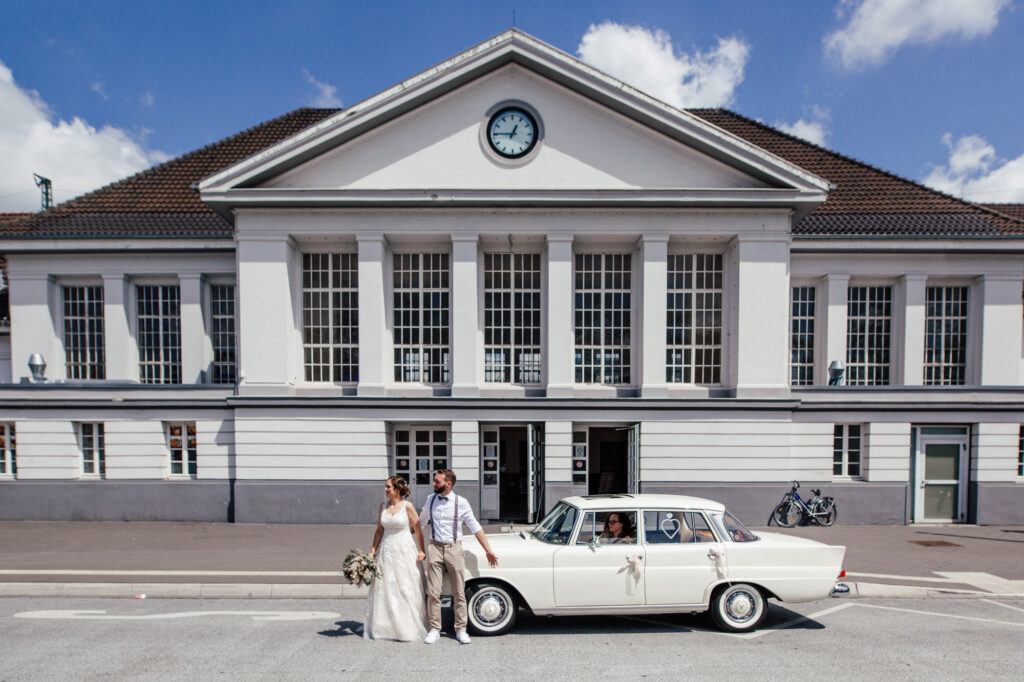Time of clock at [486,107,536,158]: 12:45
